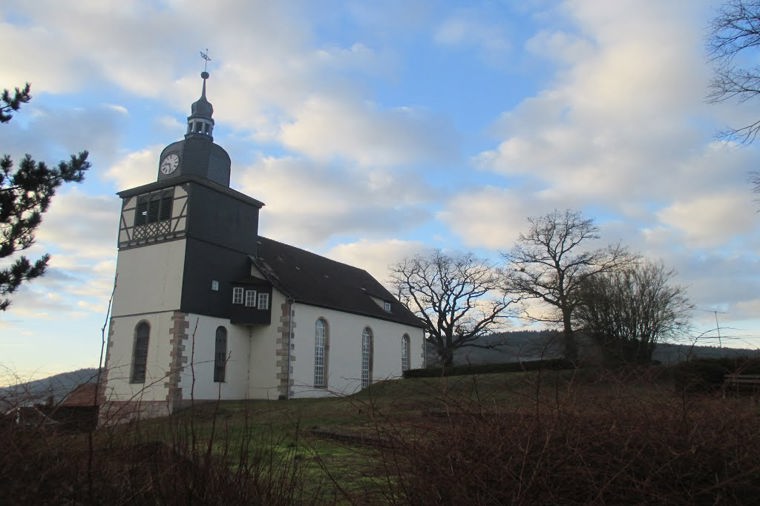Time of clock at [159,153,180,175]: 9:28
